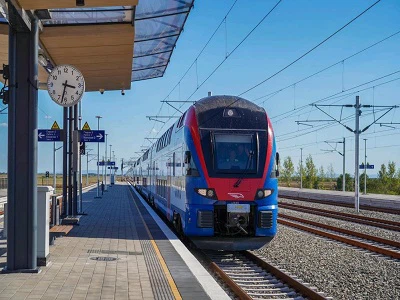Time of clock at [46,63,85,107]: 3:32
